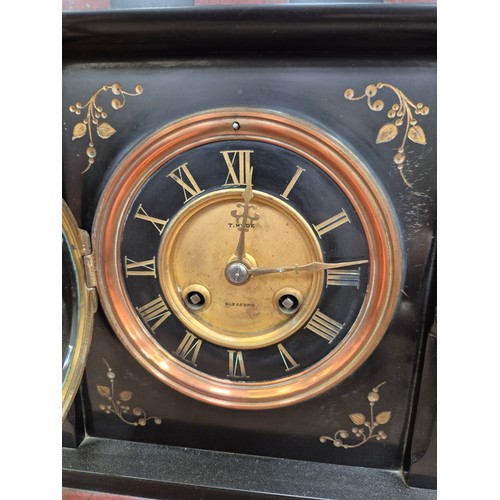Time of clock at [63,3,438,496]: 12:14
